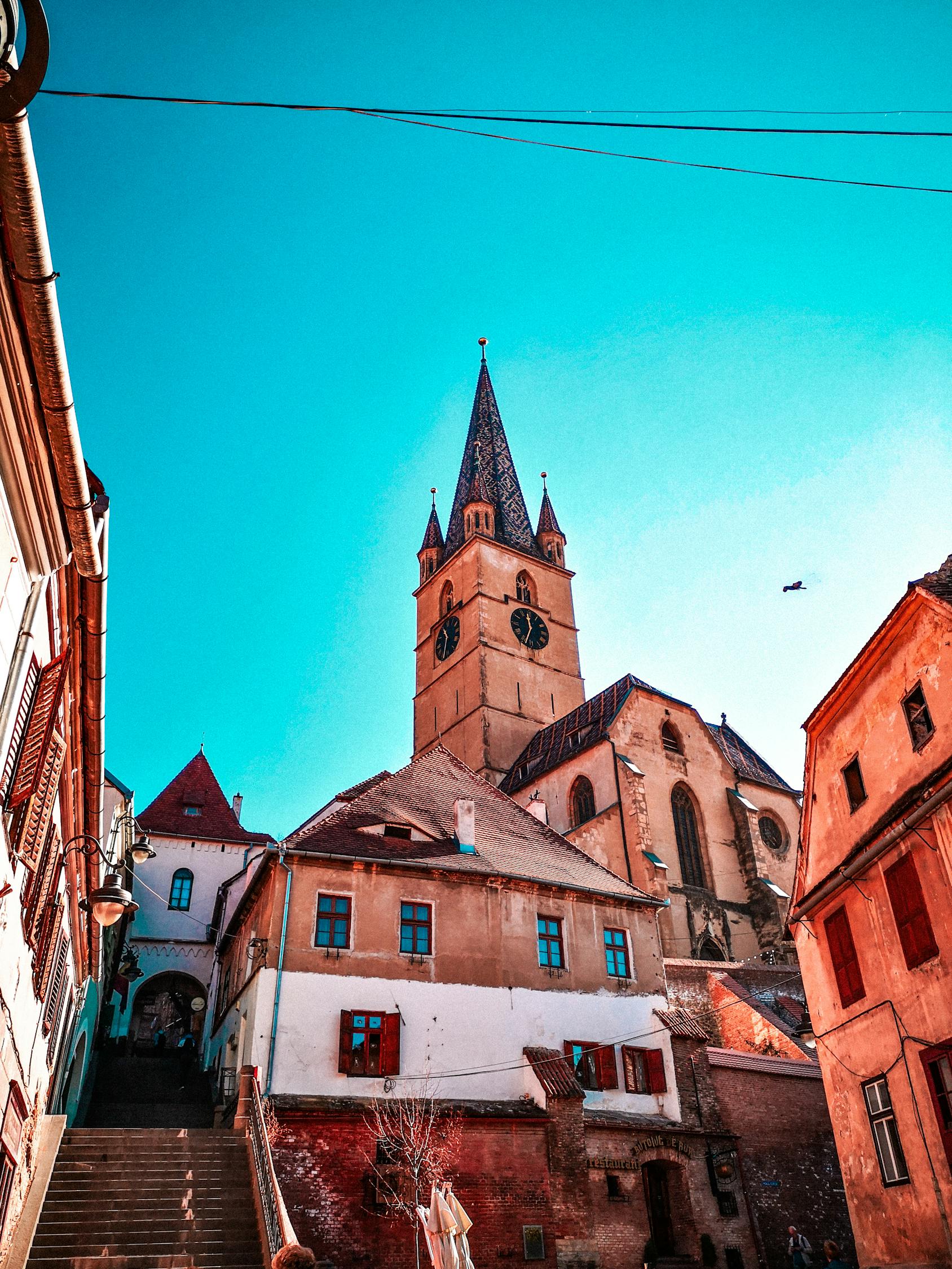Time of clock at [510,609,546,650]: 11:33
